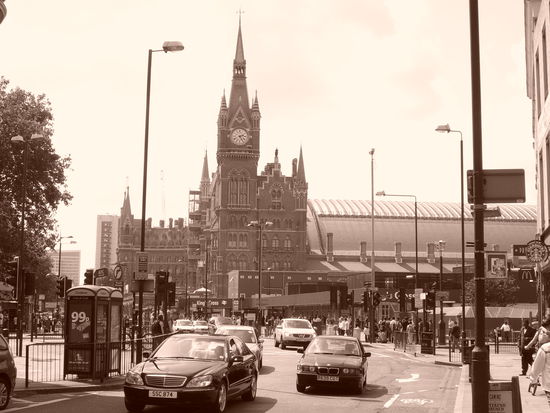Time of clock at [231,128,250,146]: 2:24
